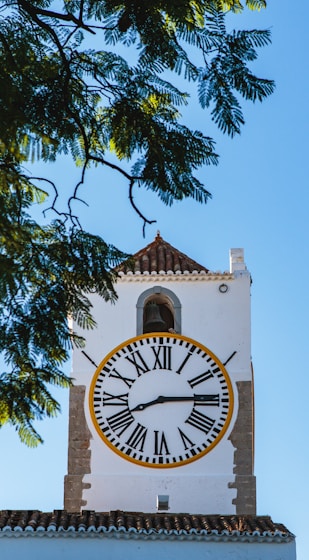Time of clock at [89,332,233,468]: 8:14
